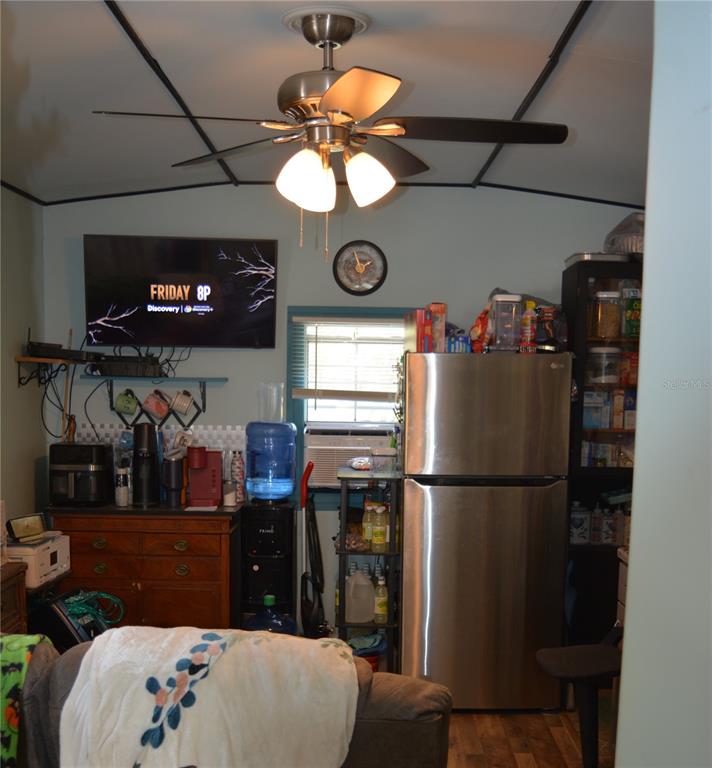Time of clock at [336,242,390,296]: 1:56
